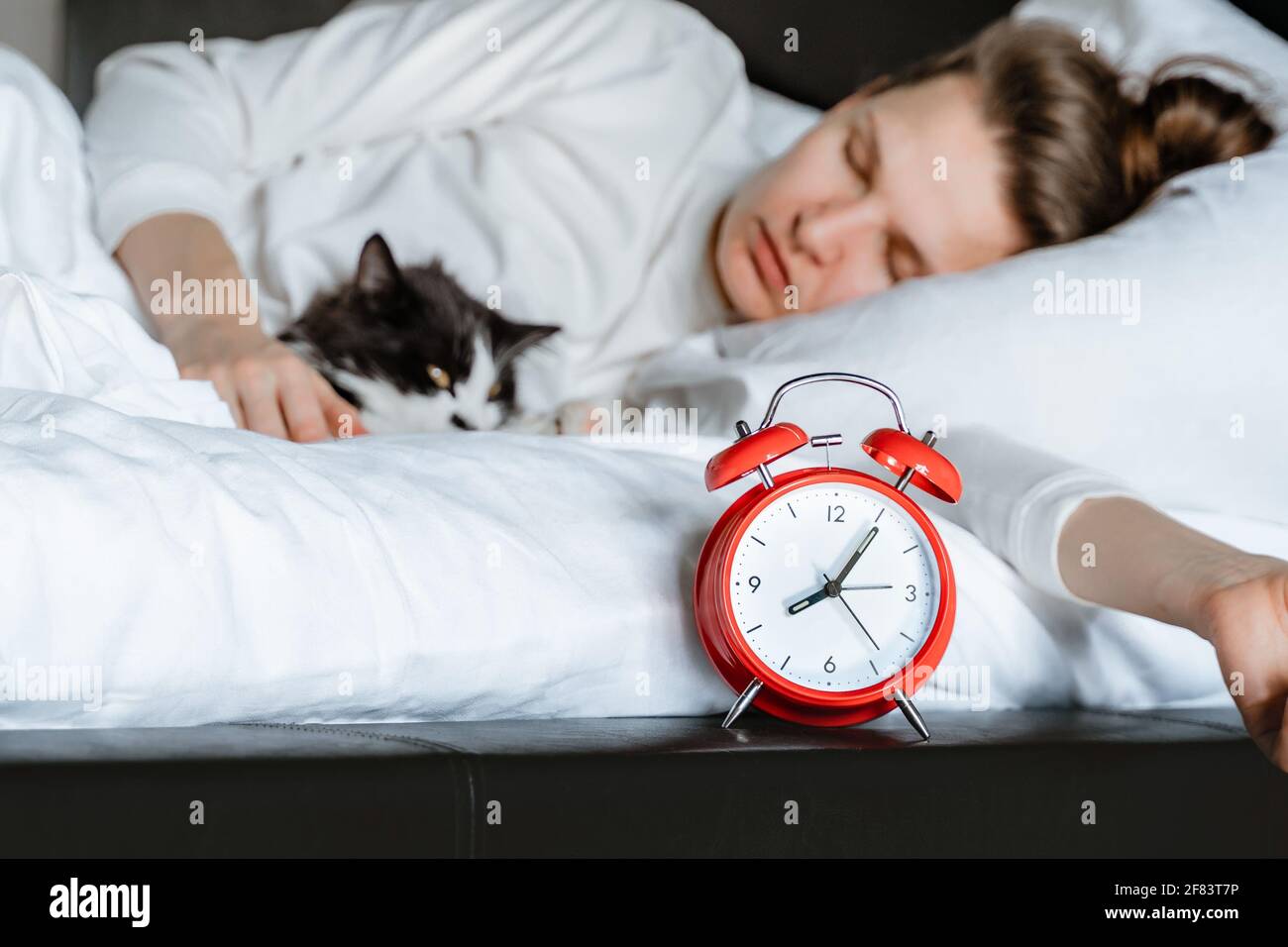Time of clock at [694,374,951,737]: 8:05
